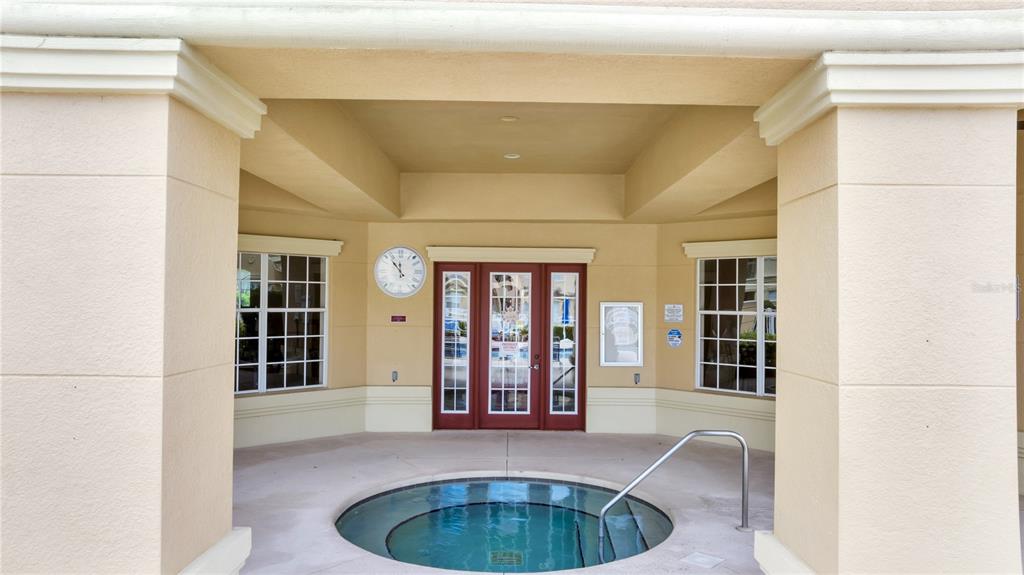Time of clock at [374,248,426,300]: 11:53
